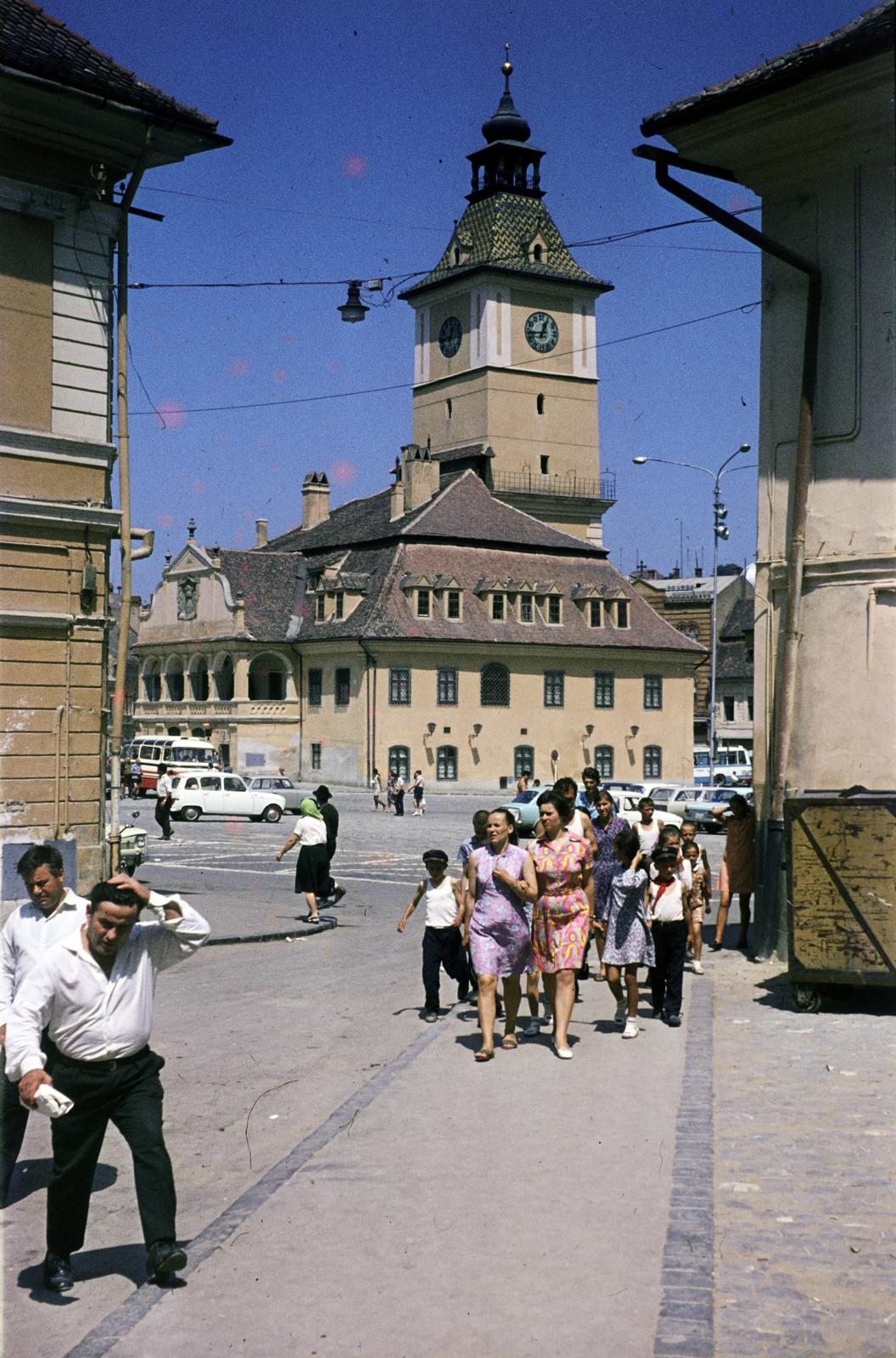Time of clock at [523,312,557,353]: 12:43
